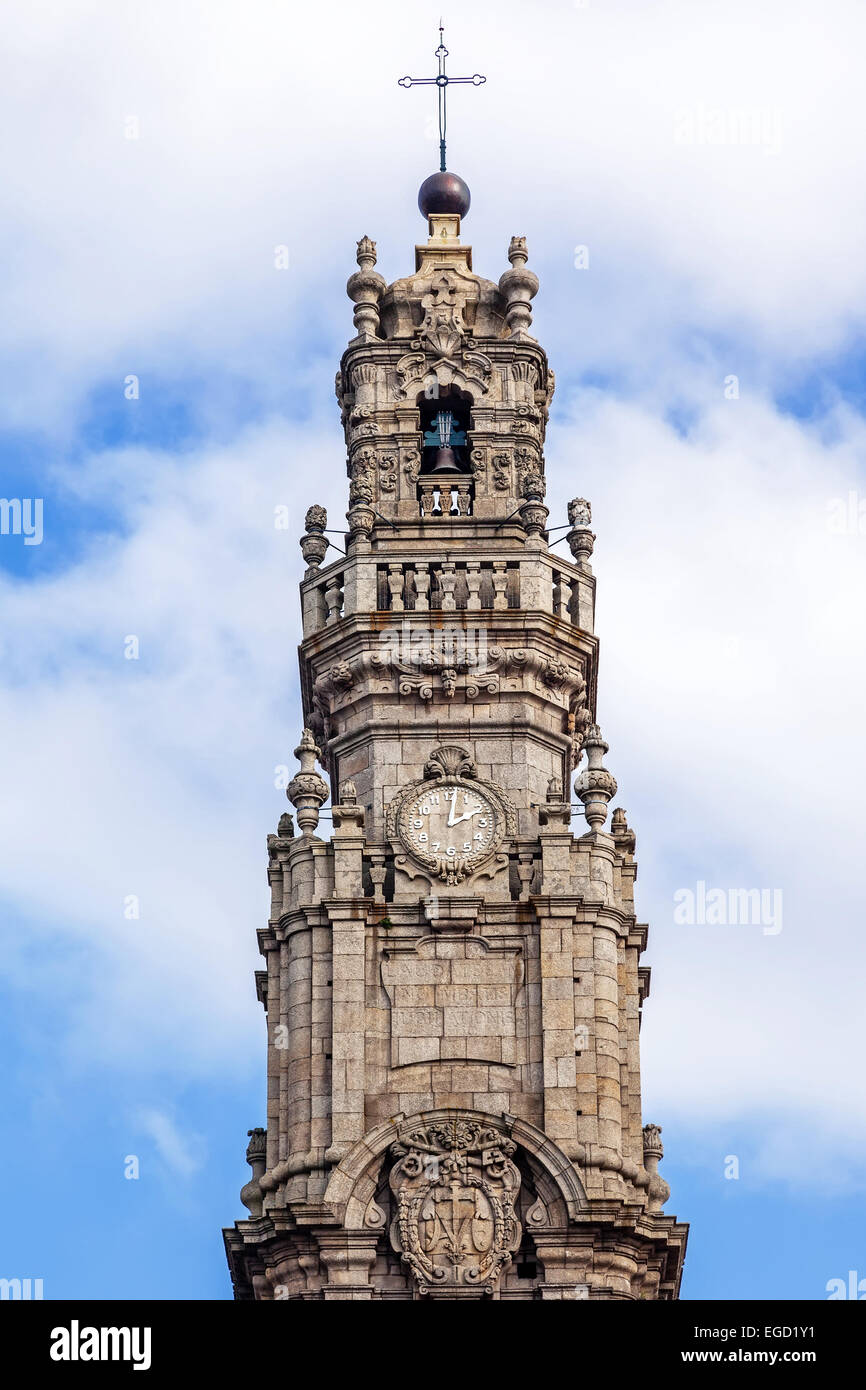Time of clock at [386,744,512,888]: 2:01
